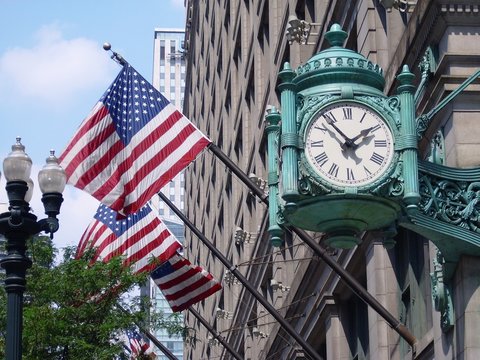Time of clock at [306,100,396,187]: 1:52
